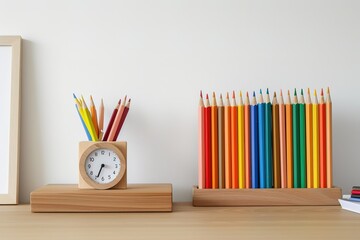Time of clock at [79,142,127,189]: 3:34
